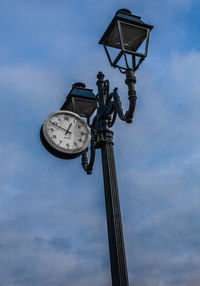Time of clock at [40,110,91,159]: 12:49
